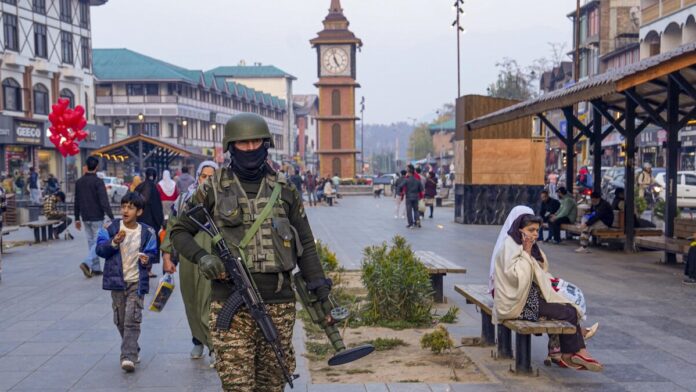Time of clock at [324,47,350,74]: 4:57
